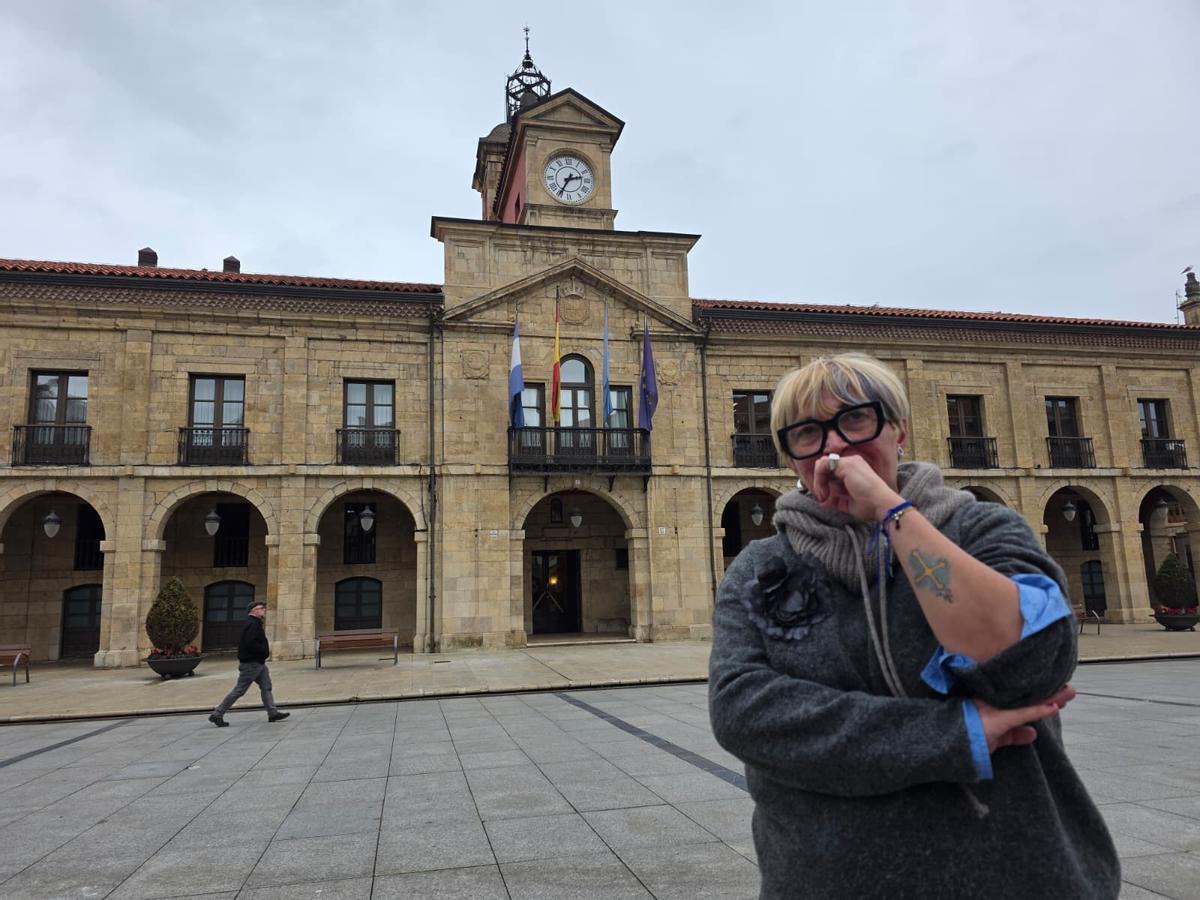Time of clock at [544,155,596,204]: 2:35
